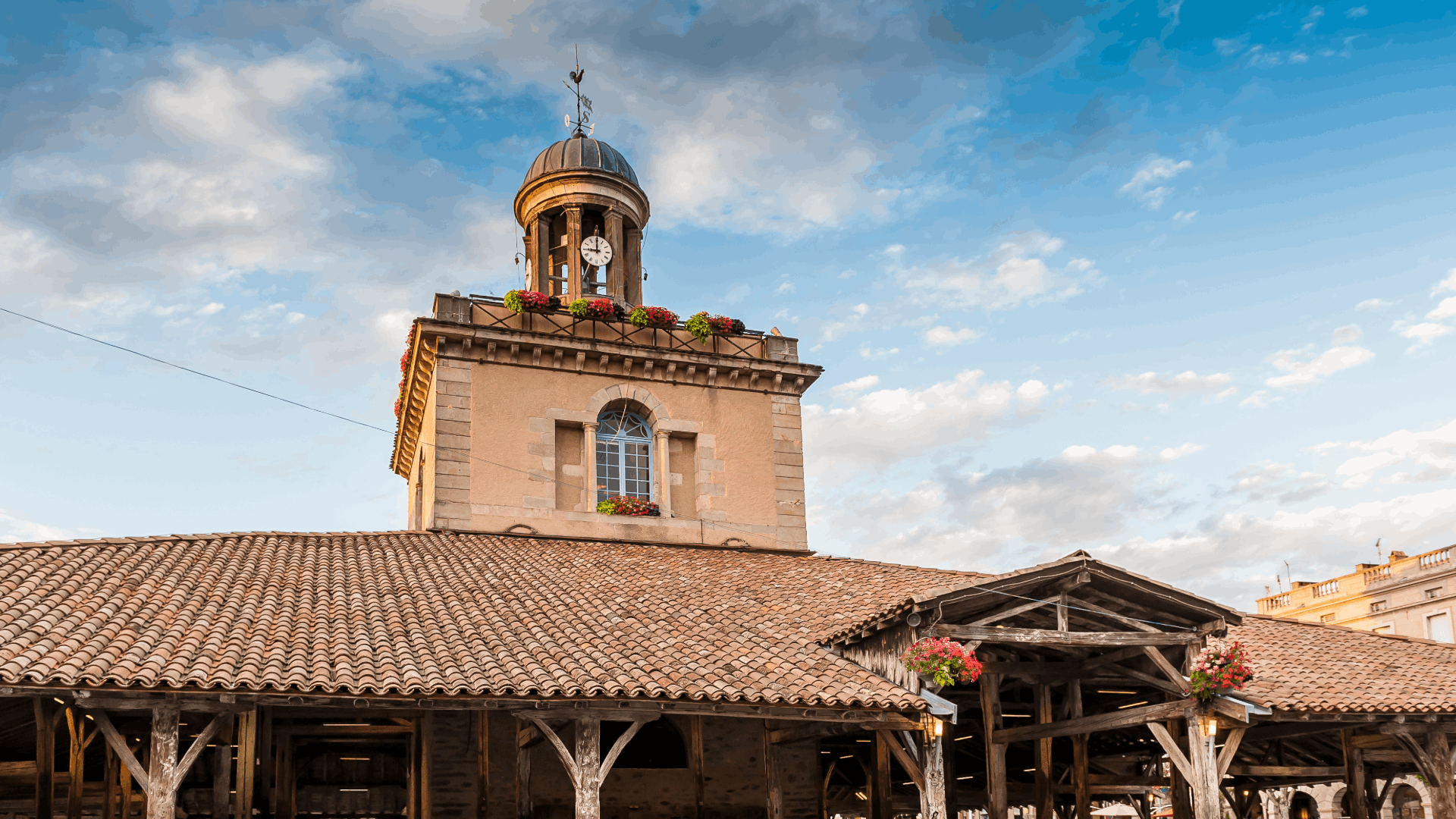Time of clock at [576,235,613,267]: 9:00
